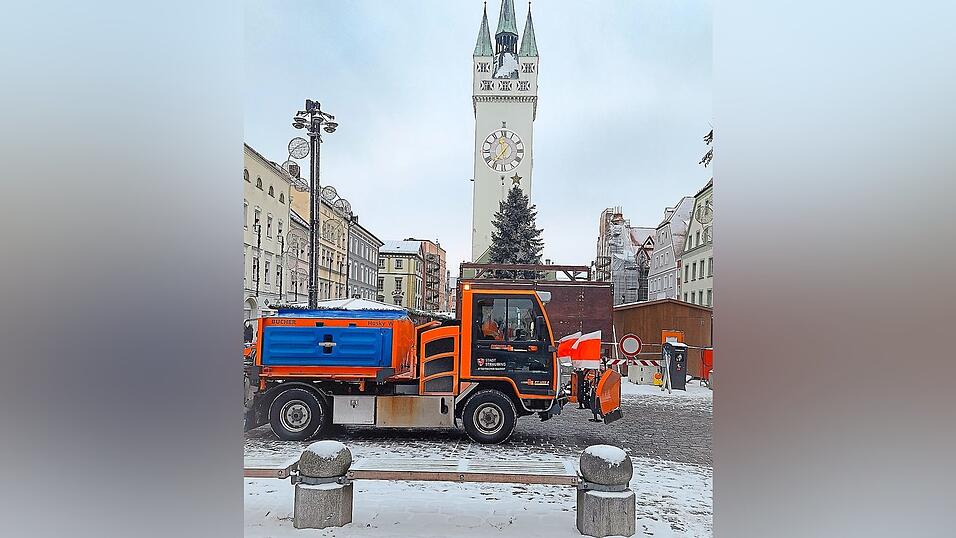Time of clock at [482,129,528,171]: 11:36
